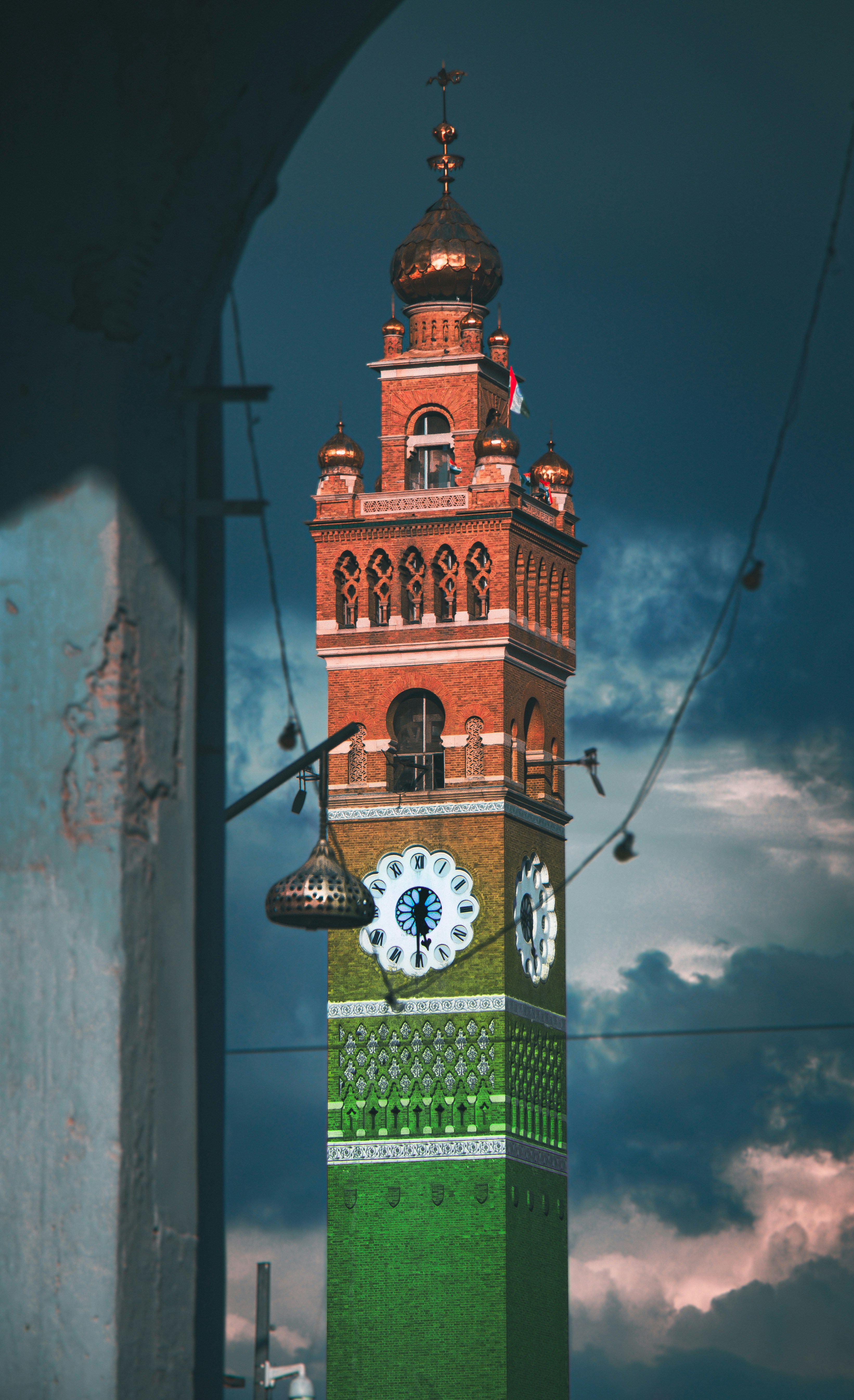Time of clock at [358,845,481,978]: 5:30
